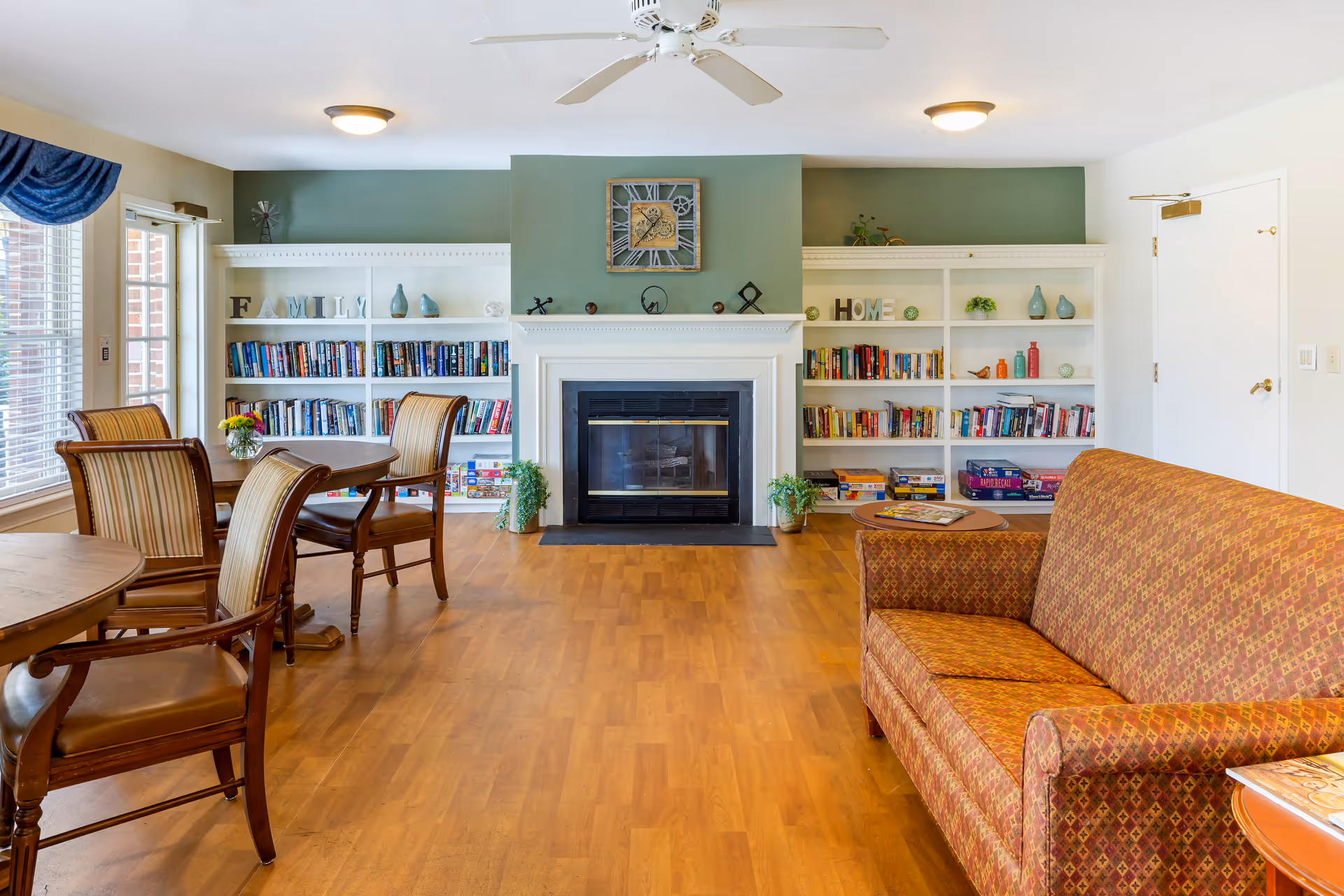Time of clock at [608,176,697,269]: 10:37
